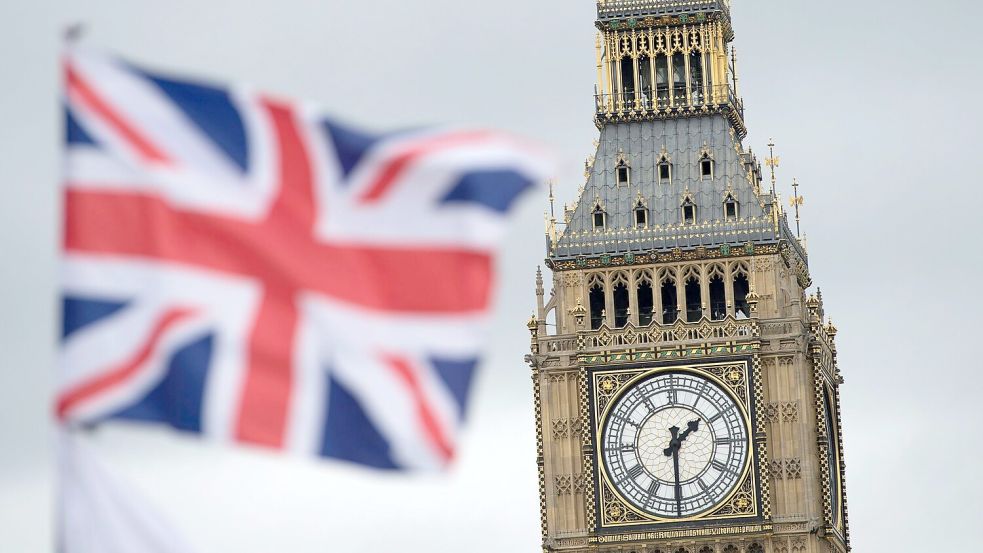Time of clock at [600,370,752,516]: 1:30
